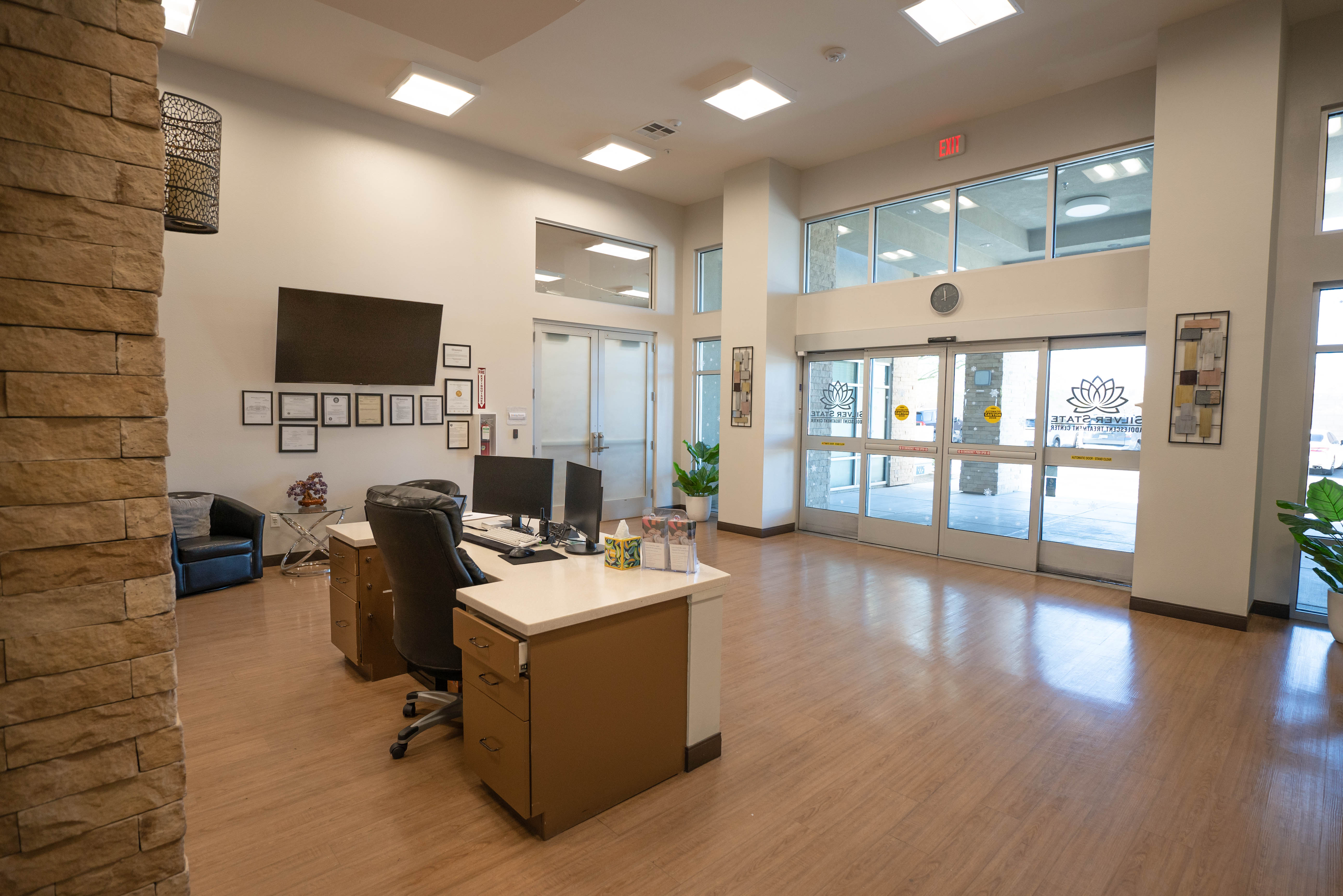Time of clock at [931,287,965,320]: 11:58
